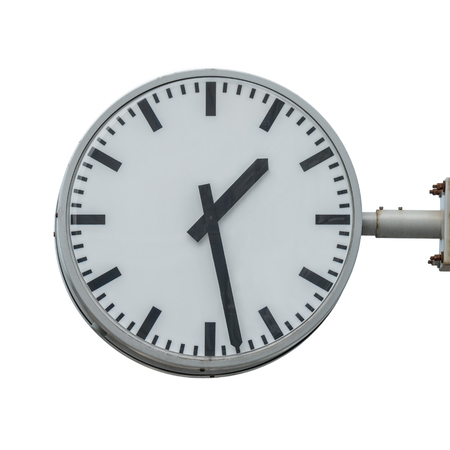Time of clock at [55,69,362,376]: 1:28
